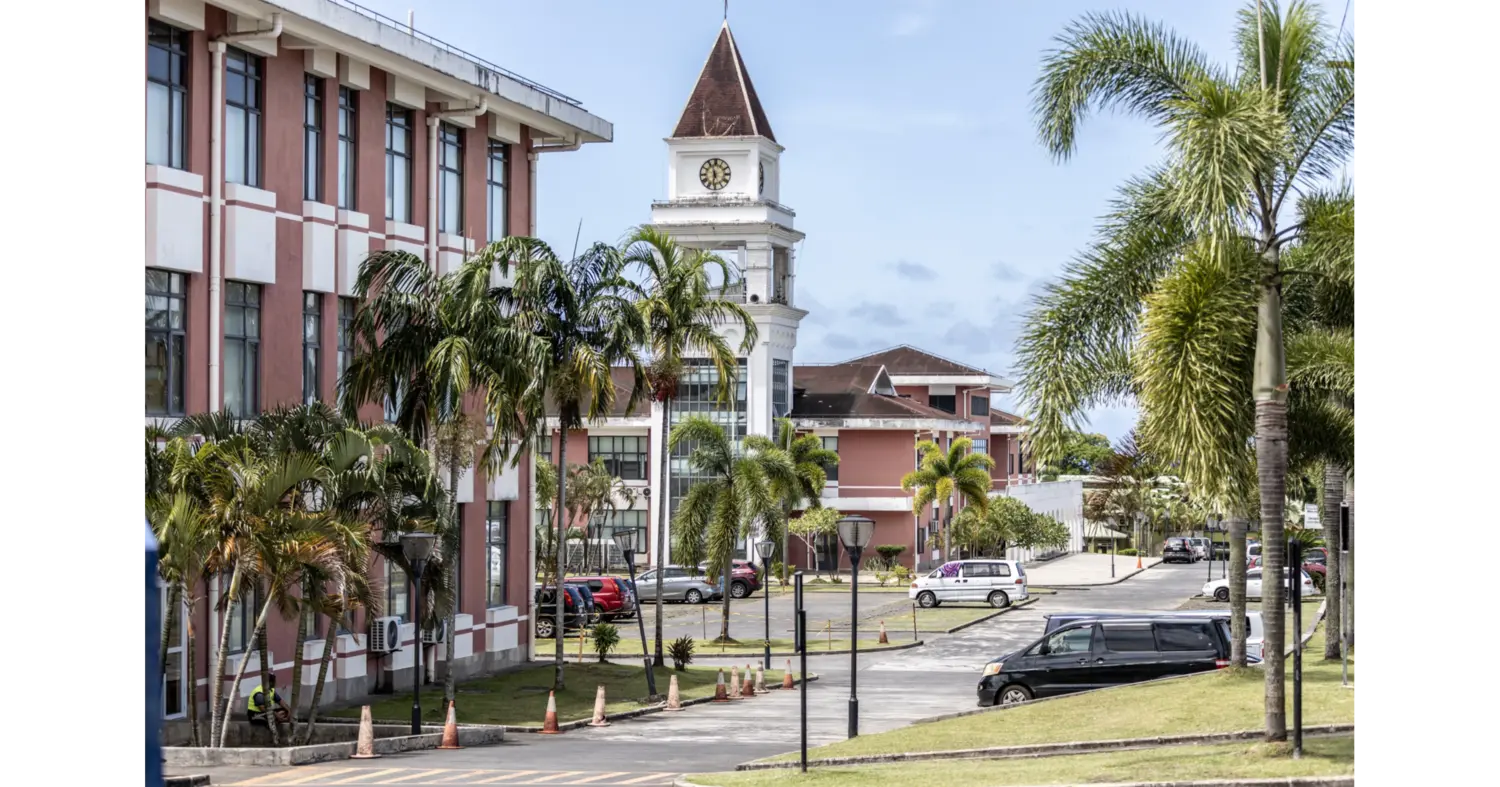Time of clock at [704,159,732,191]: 11:32
